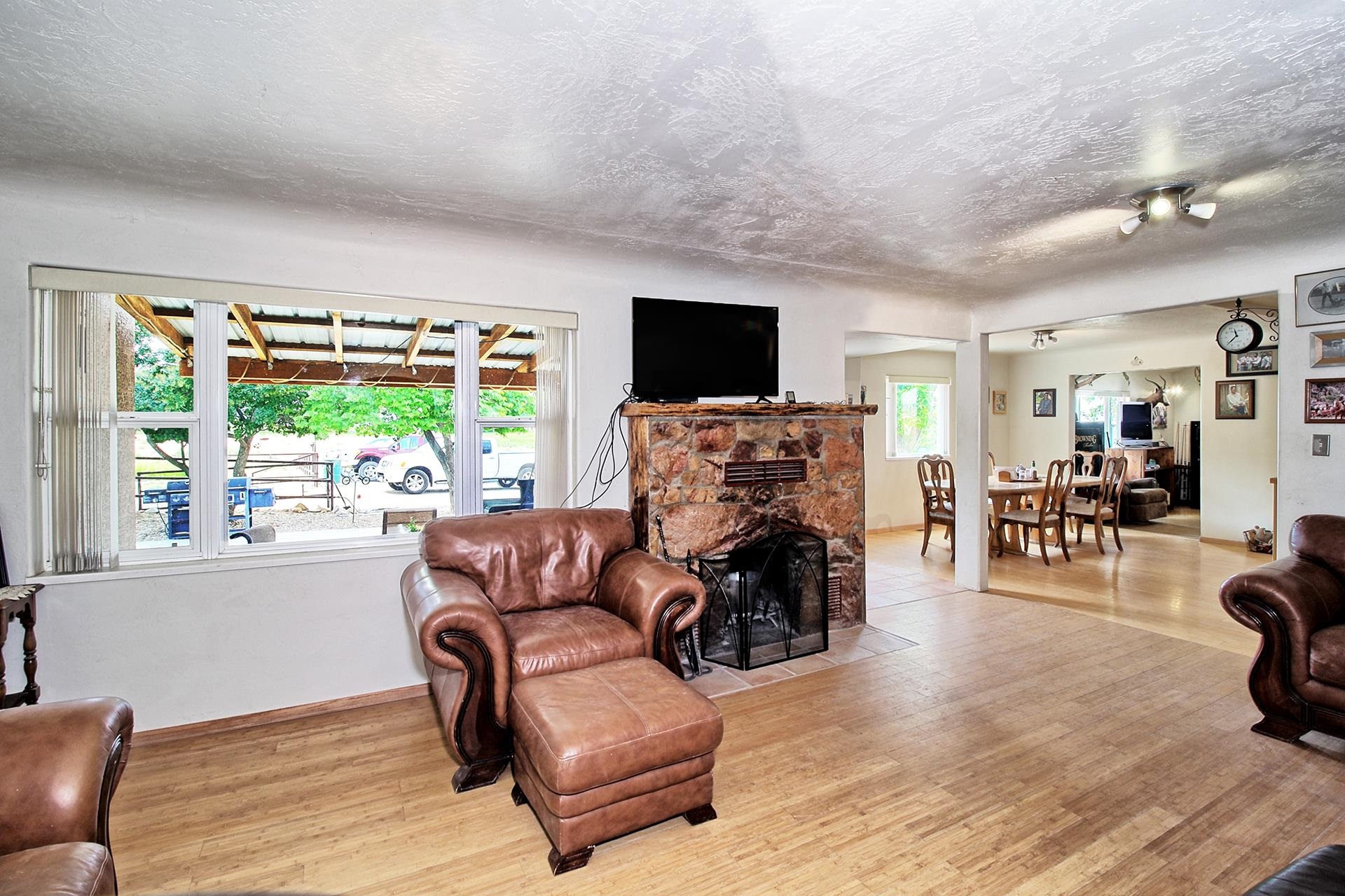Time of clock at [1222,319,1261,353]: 11:38
